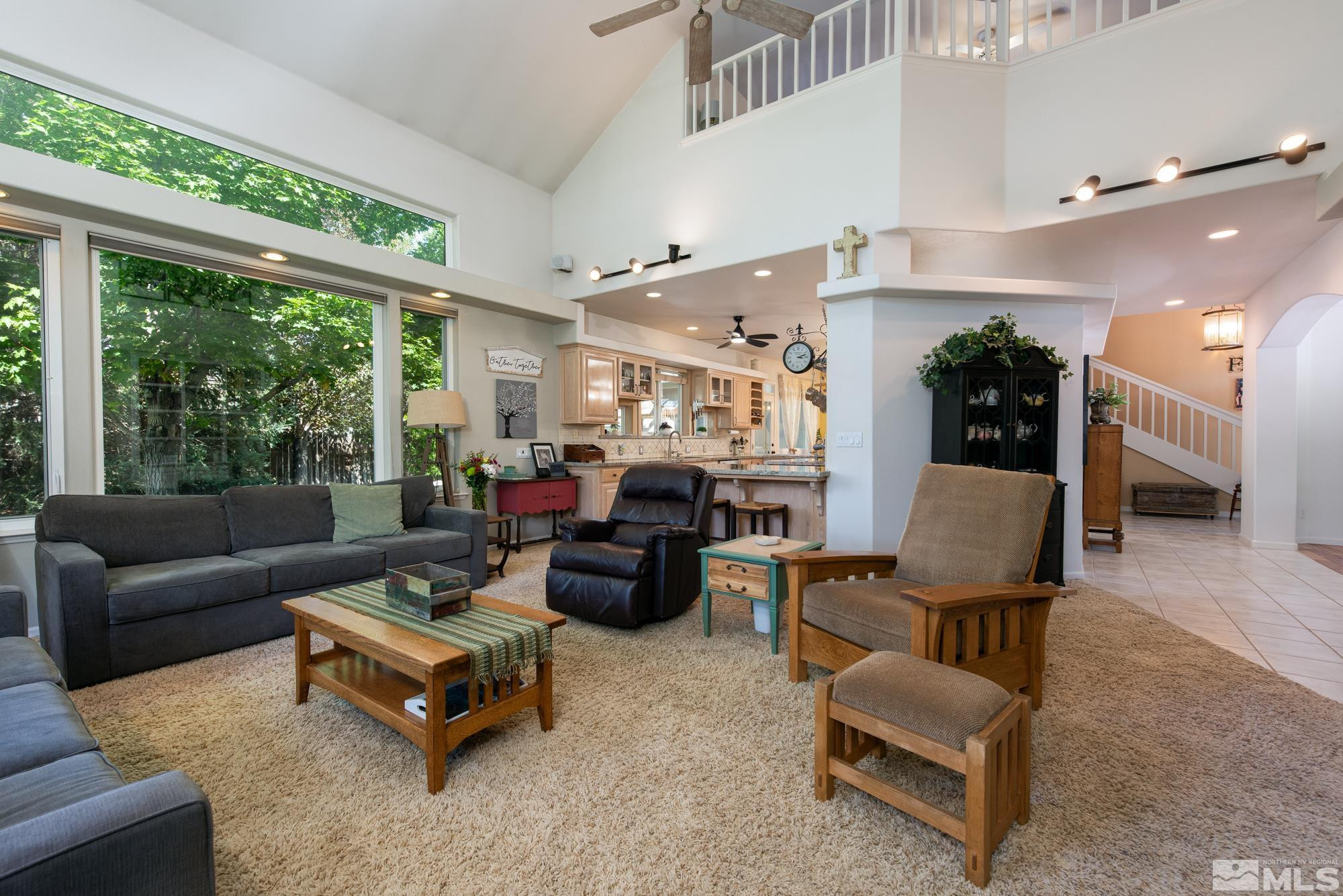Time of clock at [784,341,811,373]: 3:12
